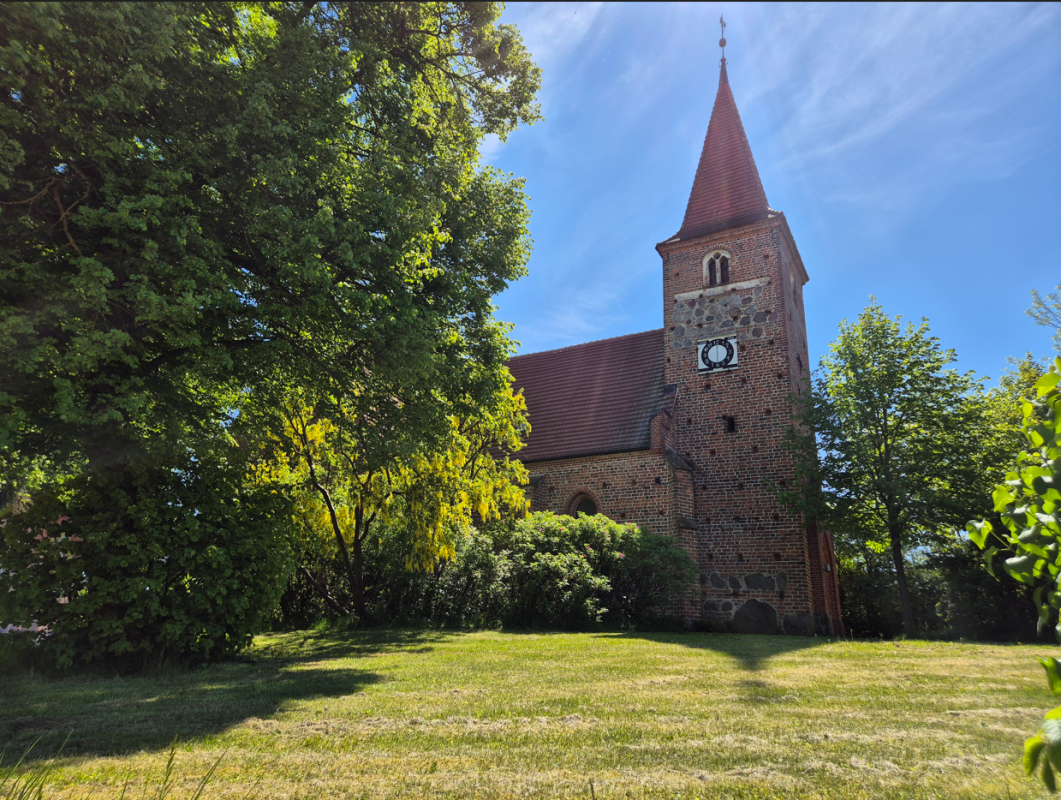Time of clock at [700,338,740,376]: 6:00
